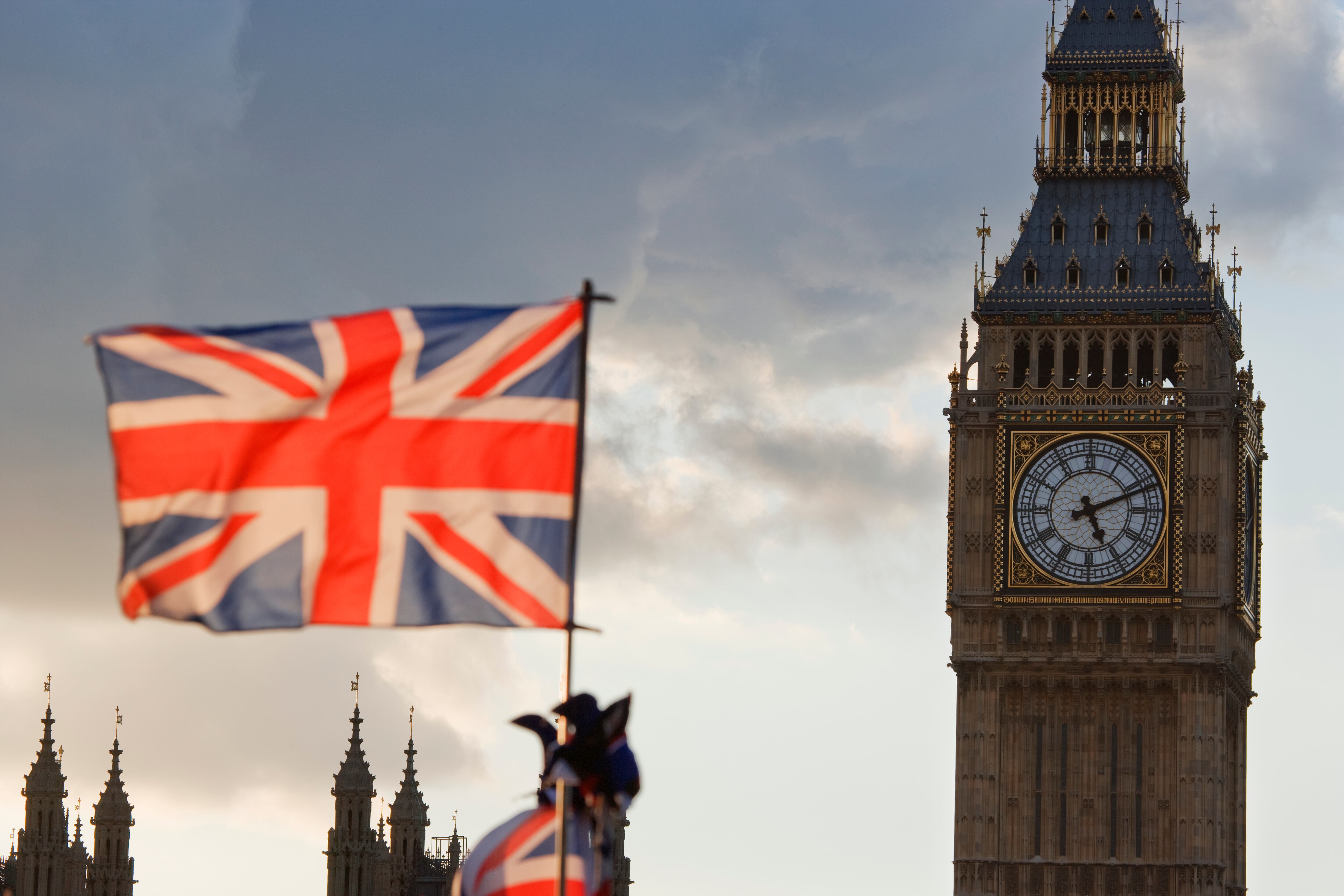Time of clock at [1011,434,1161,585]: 5:11
